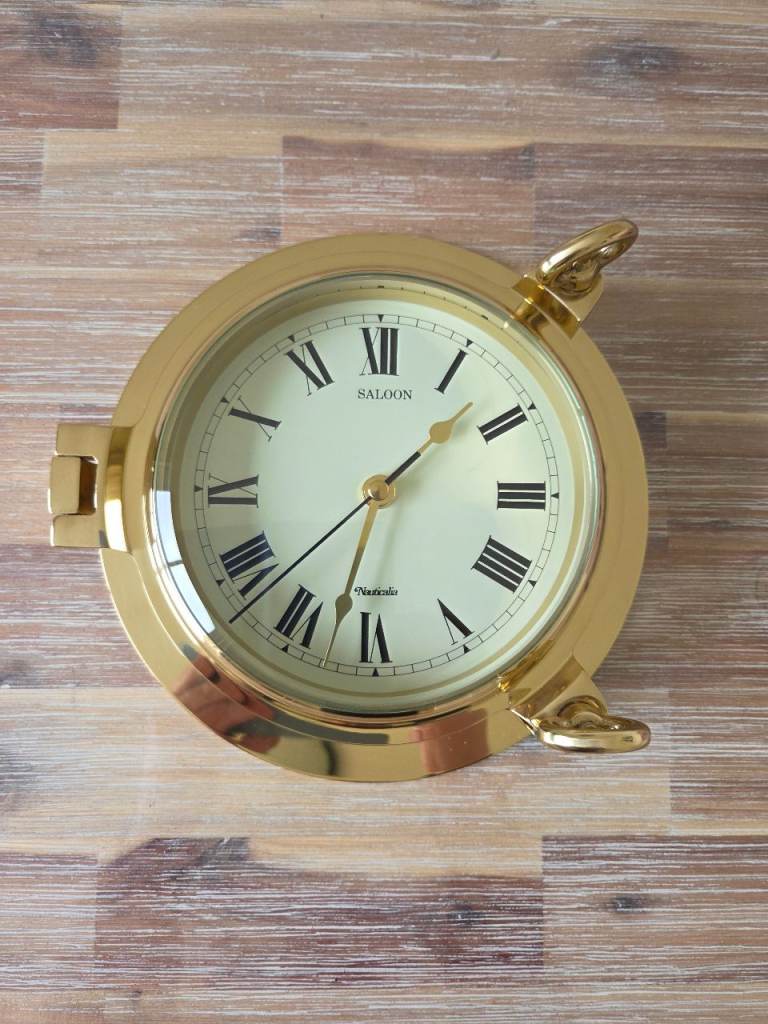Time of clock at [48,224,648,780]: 1:32
